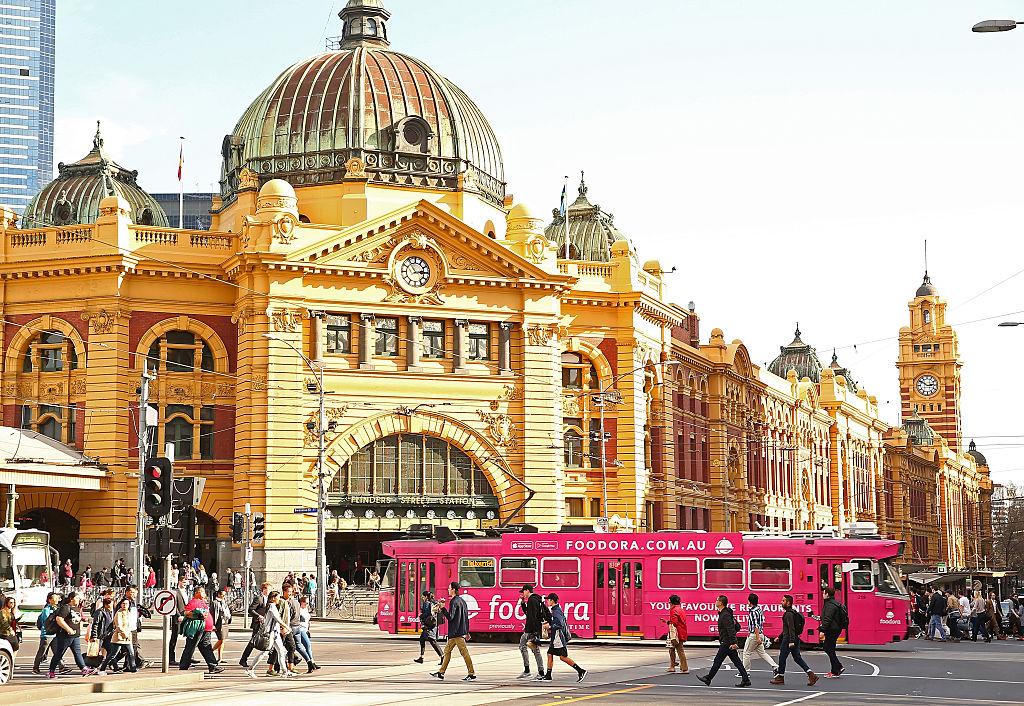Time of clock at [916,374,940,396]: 2:50
